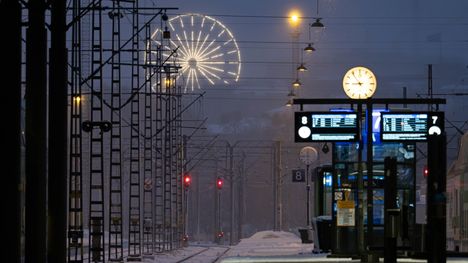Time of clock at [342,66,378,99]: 8:54
